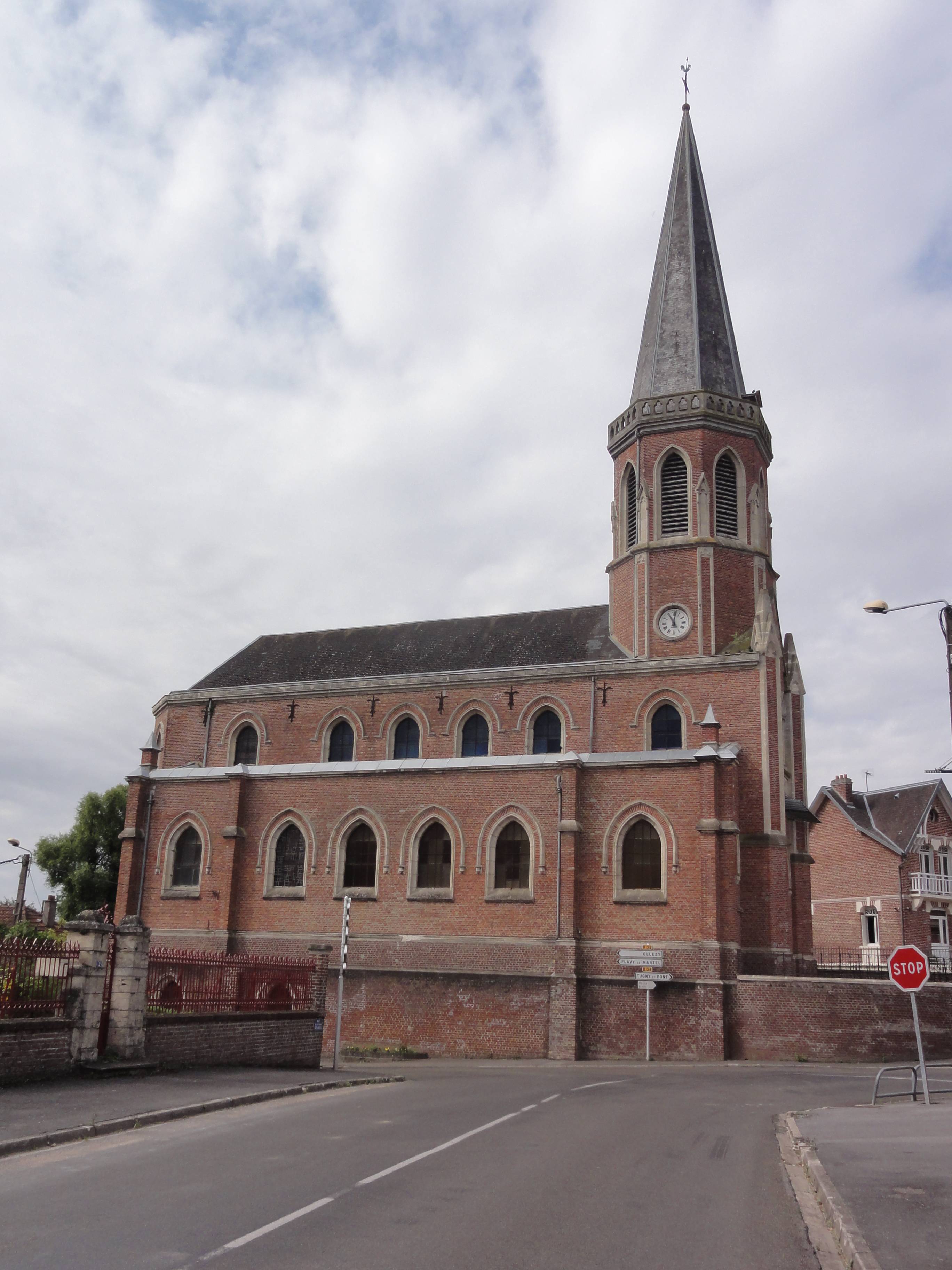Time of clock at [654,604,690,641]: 11:01
